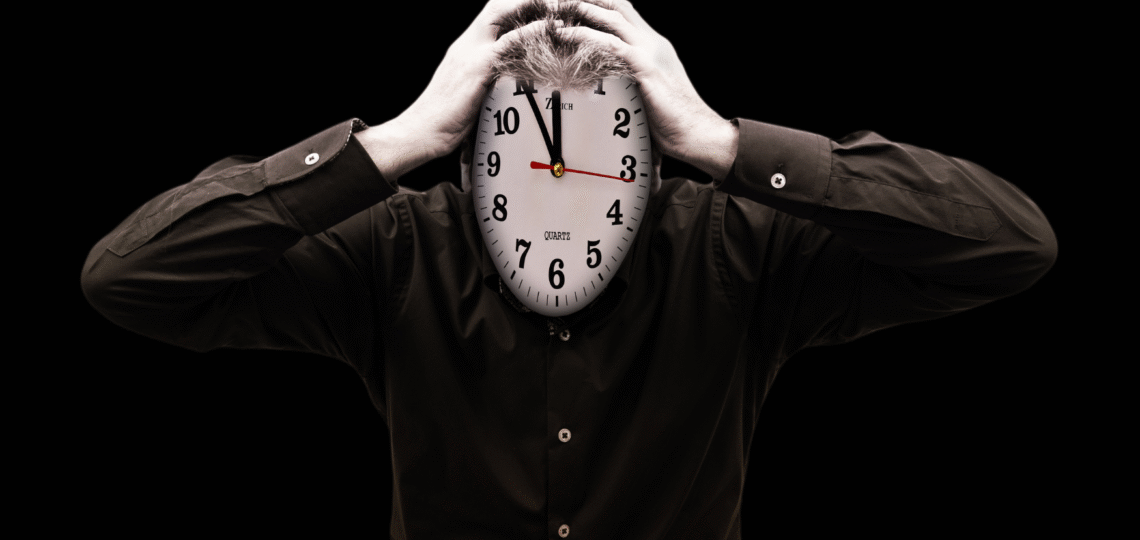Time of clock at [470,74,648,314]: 11:54
